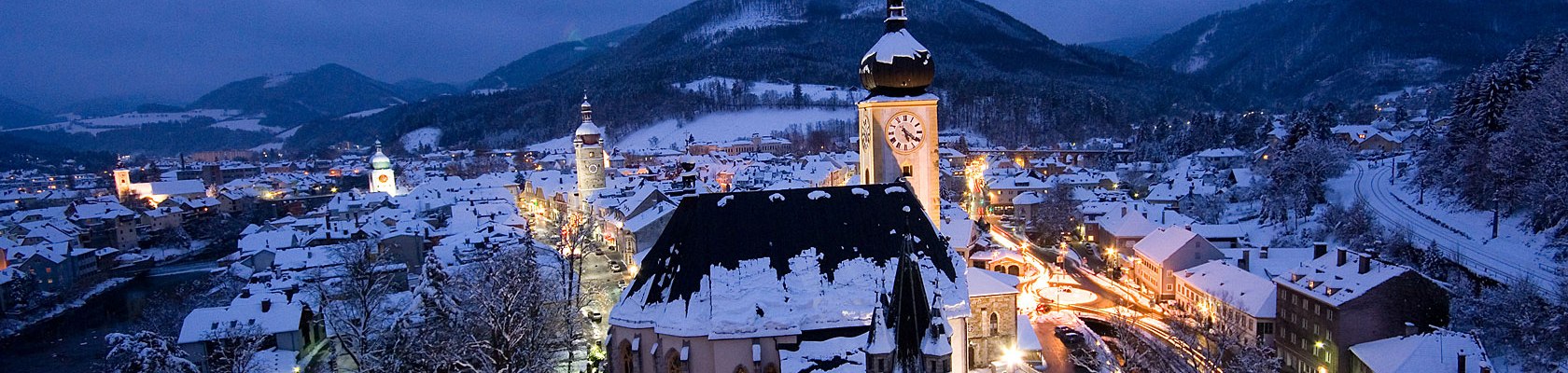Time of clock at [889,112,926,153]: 5:21
